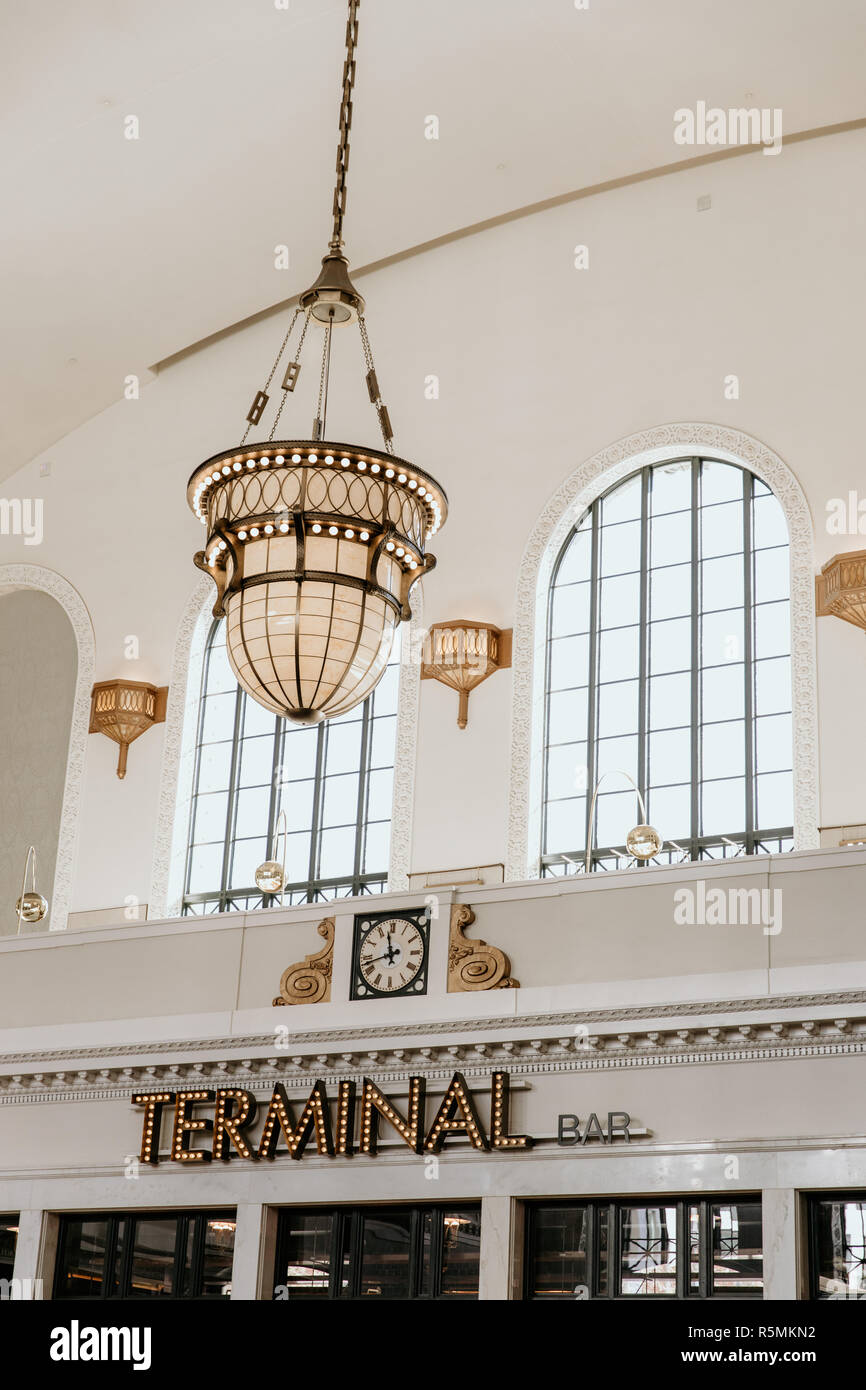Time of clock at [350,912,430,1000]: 11:42
